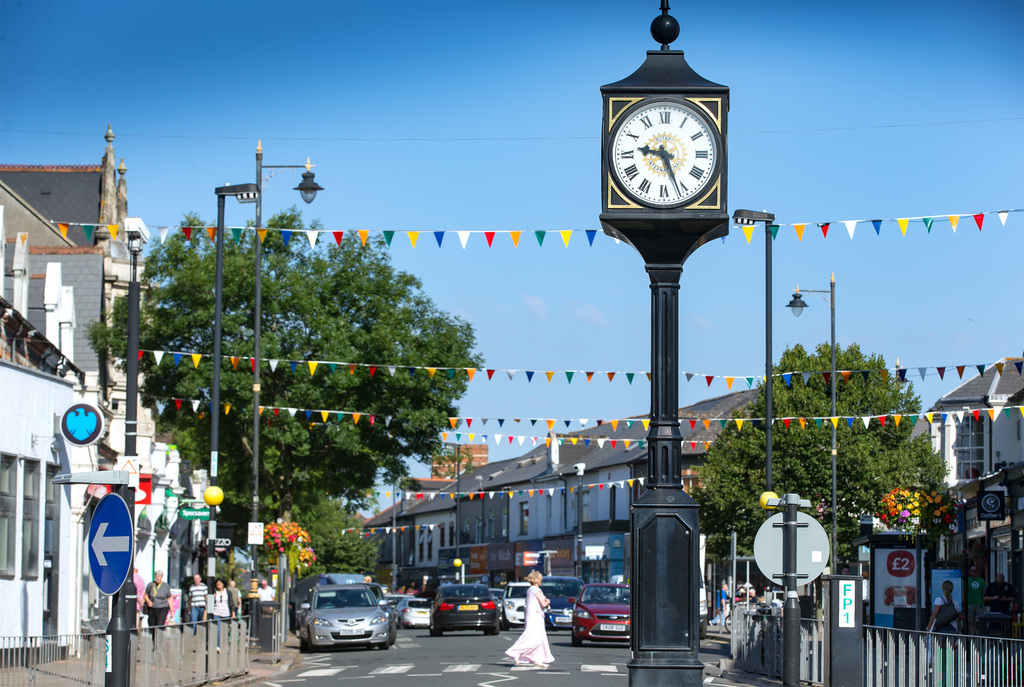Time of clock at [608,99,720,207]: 9:26
